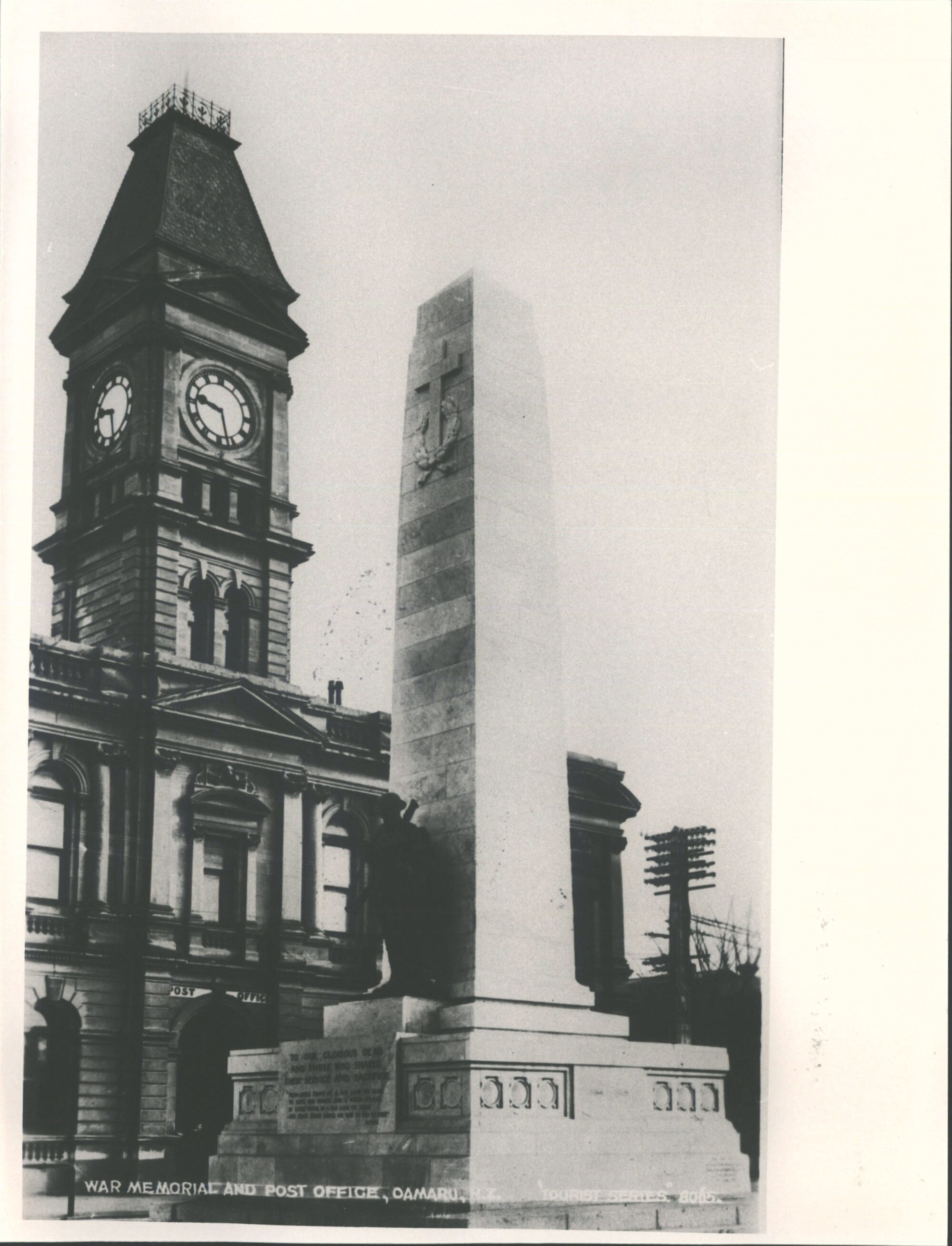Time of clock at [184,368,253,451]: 9:27
